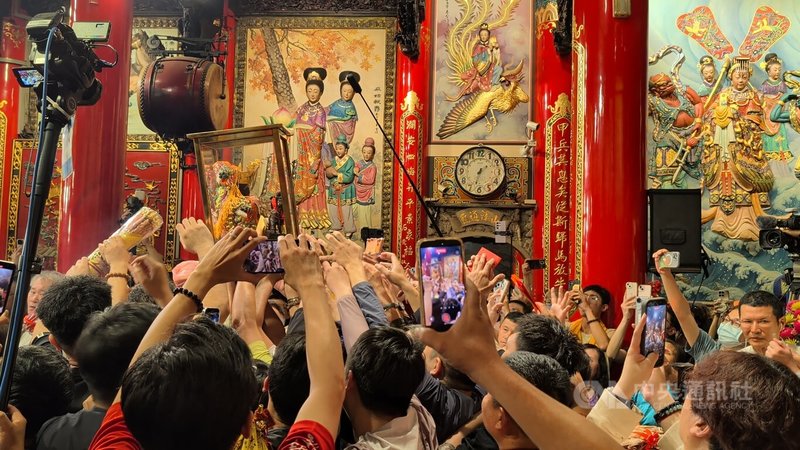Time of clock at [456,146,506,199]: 1:32
